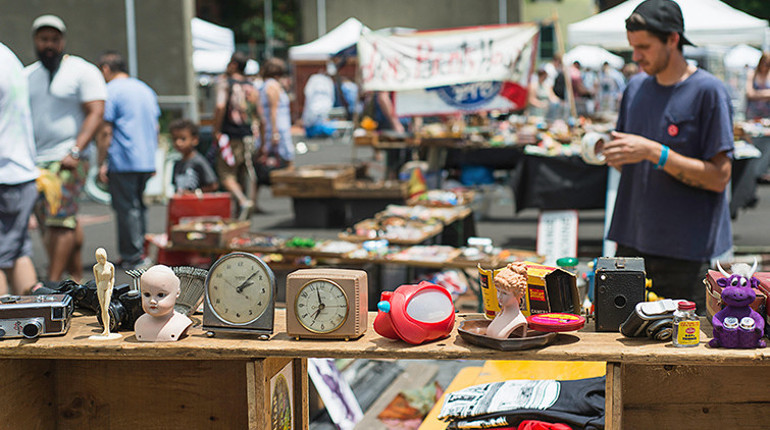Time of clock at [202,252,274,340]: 2:07
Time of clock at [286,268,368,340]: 6:57
